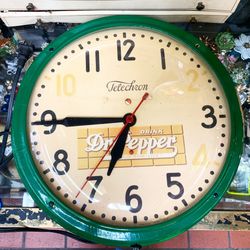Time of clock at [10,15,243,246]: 6:44
